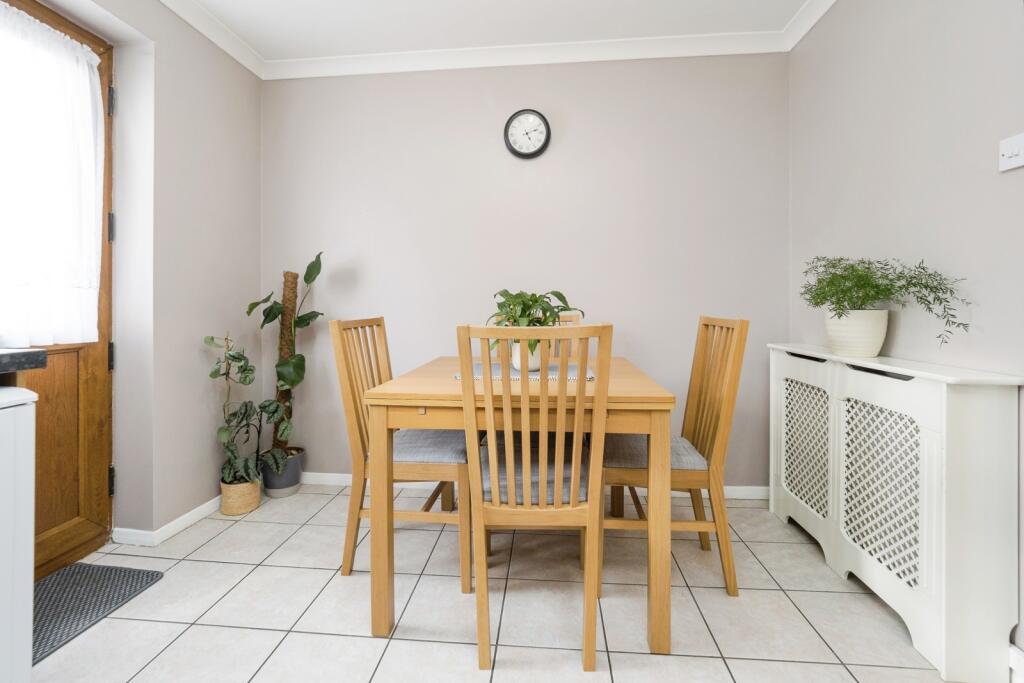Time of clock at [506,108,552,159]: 5:12
